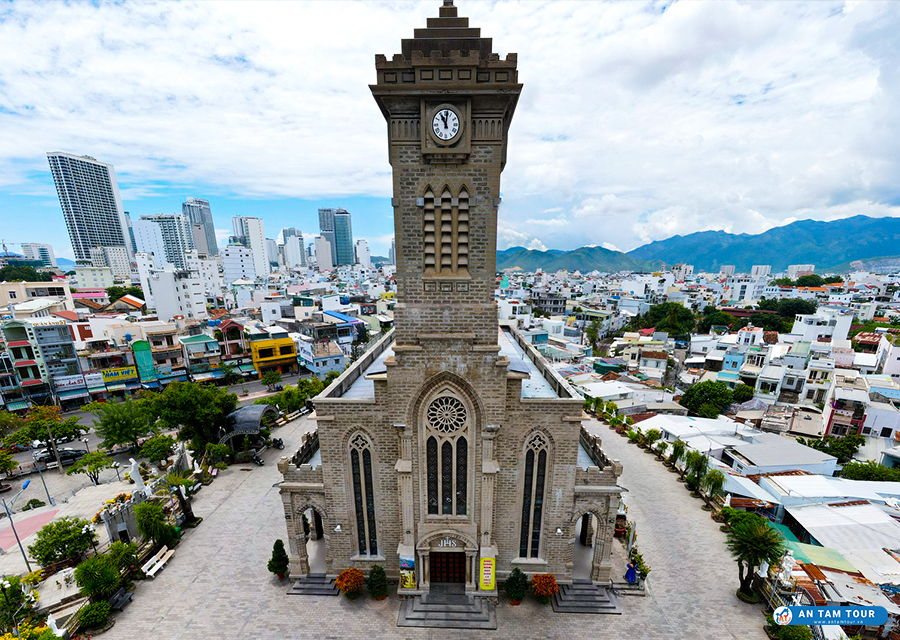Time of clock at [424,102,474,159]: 11:01
